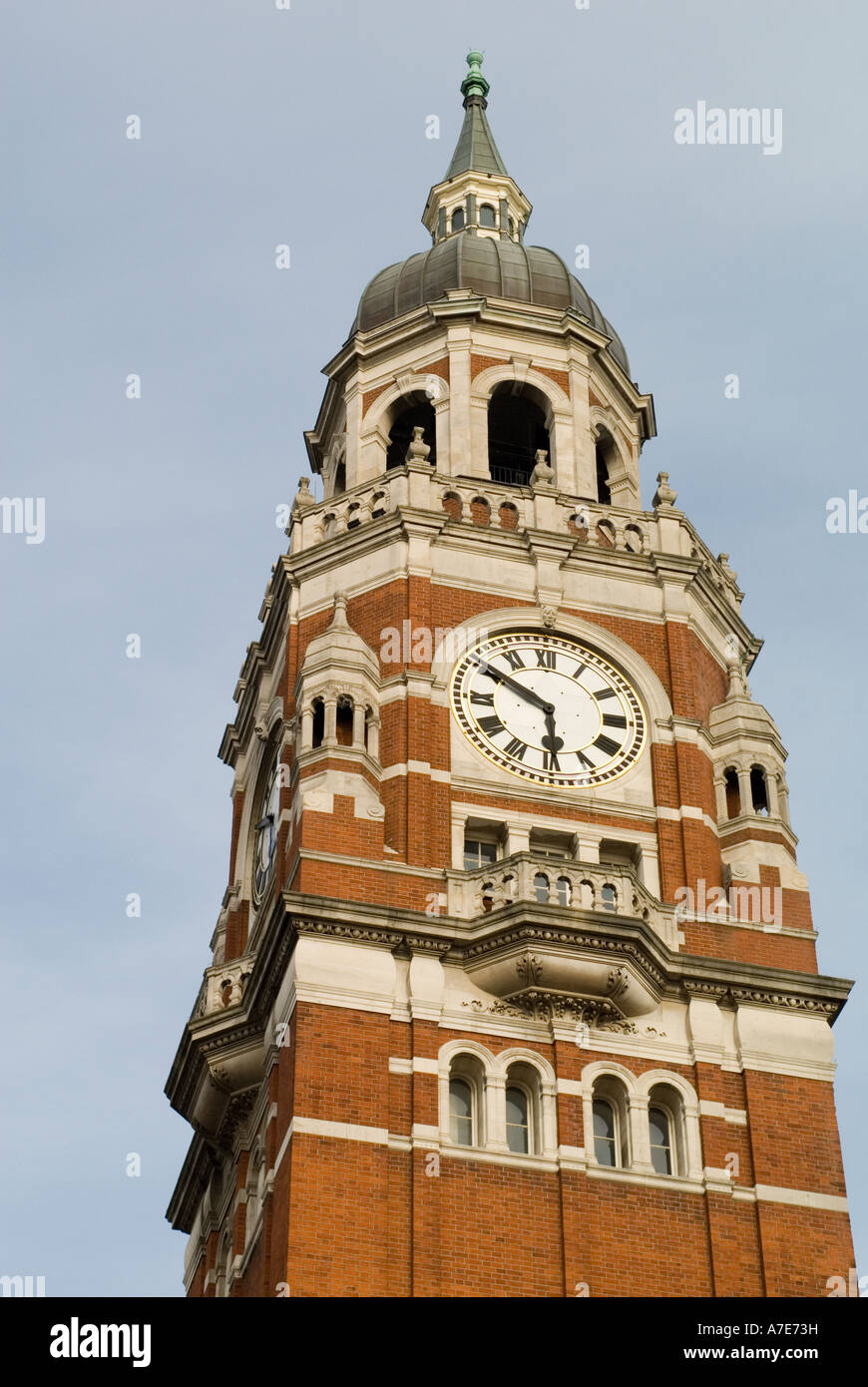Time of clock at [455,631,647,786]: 5:50
